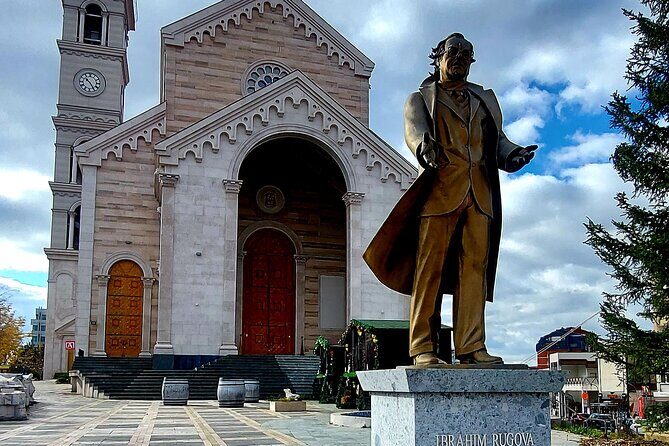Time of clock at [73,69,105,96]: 10:24
